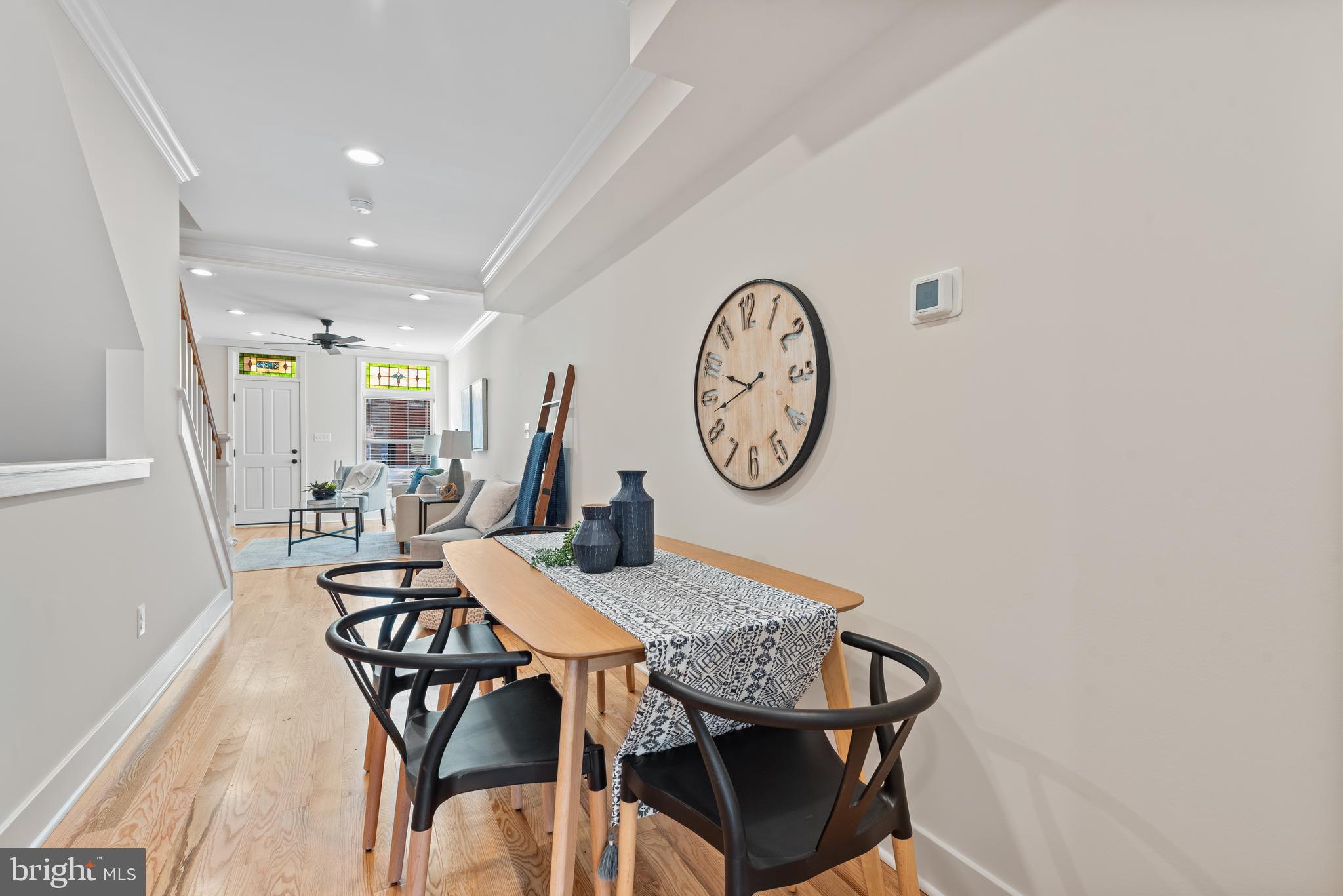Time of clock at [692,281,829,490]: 9:42
